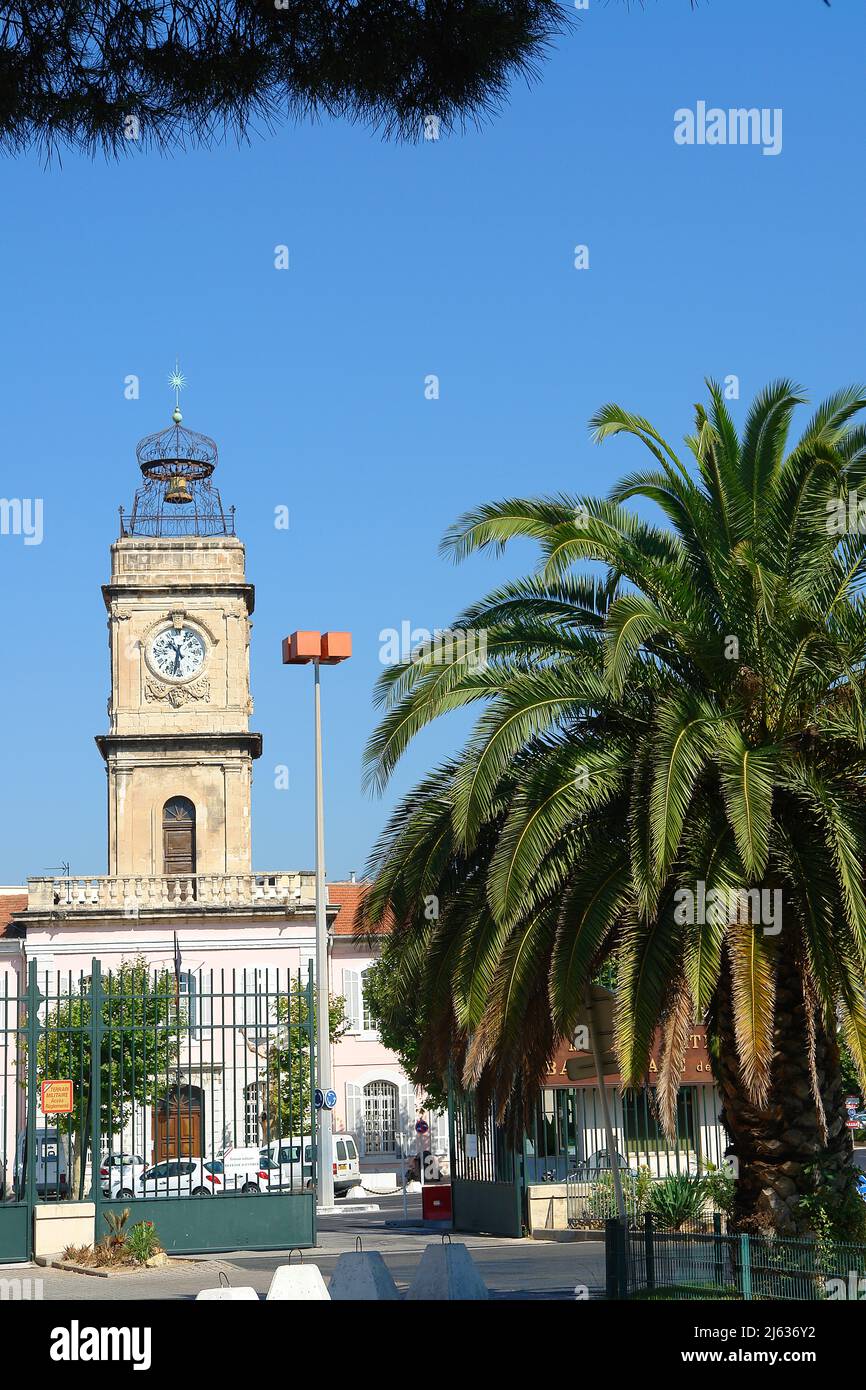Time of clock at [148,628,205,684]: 10:32
